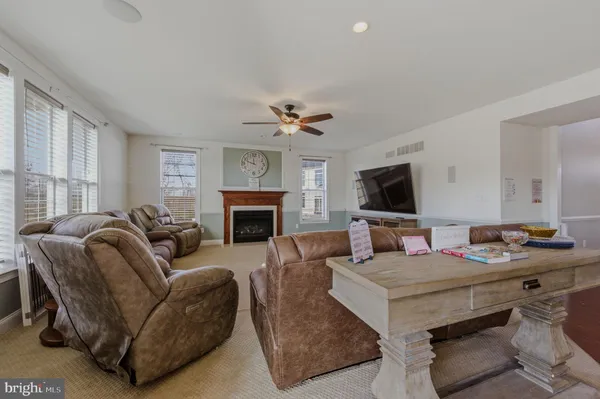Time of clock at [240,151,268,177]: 11:48
